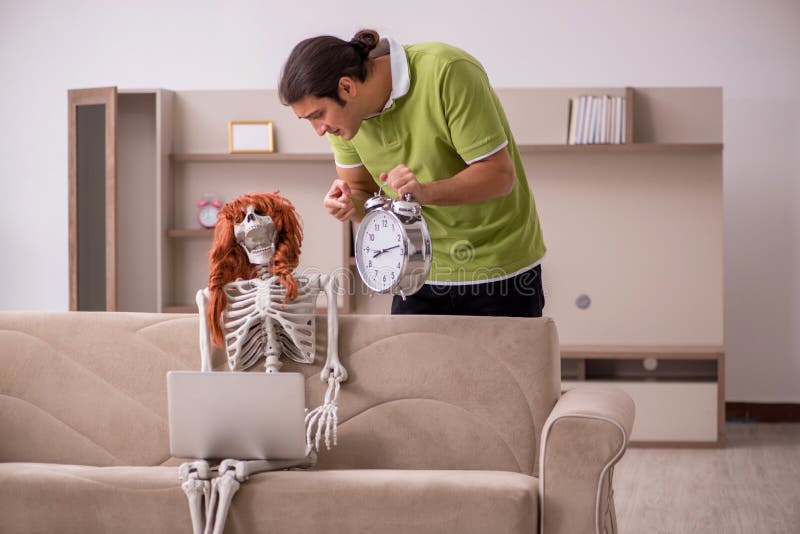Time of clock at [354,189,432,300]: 8:12
